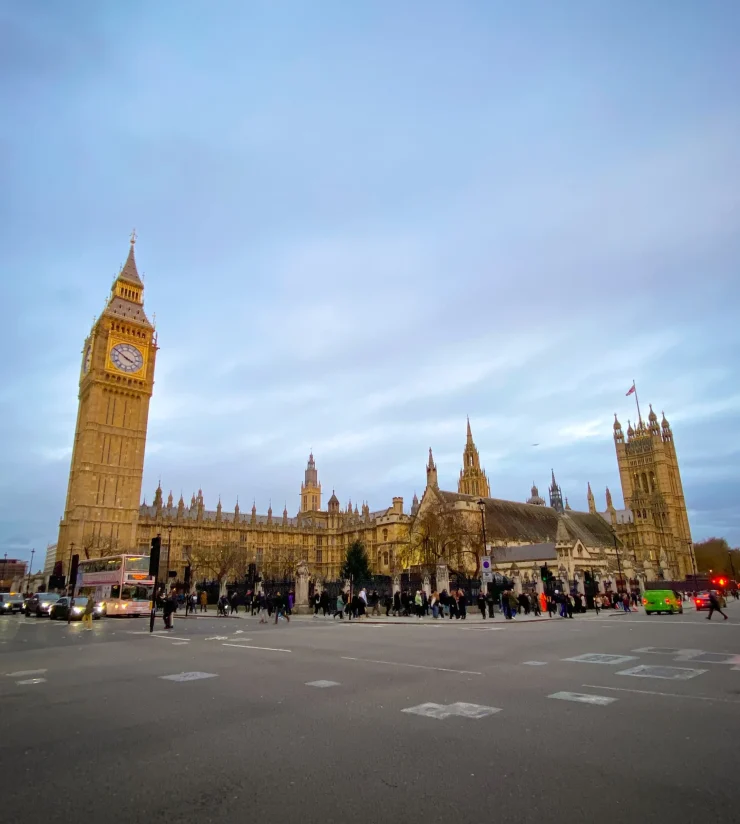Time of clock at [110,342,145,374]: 3:50
